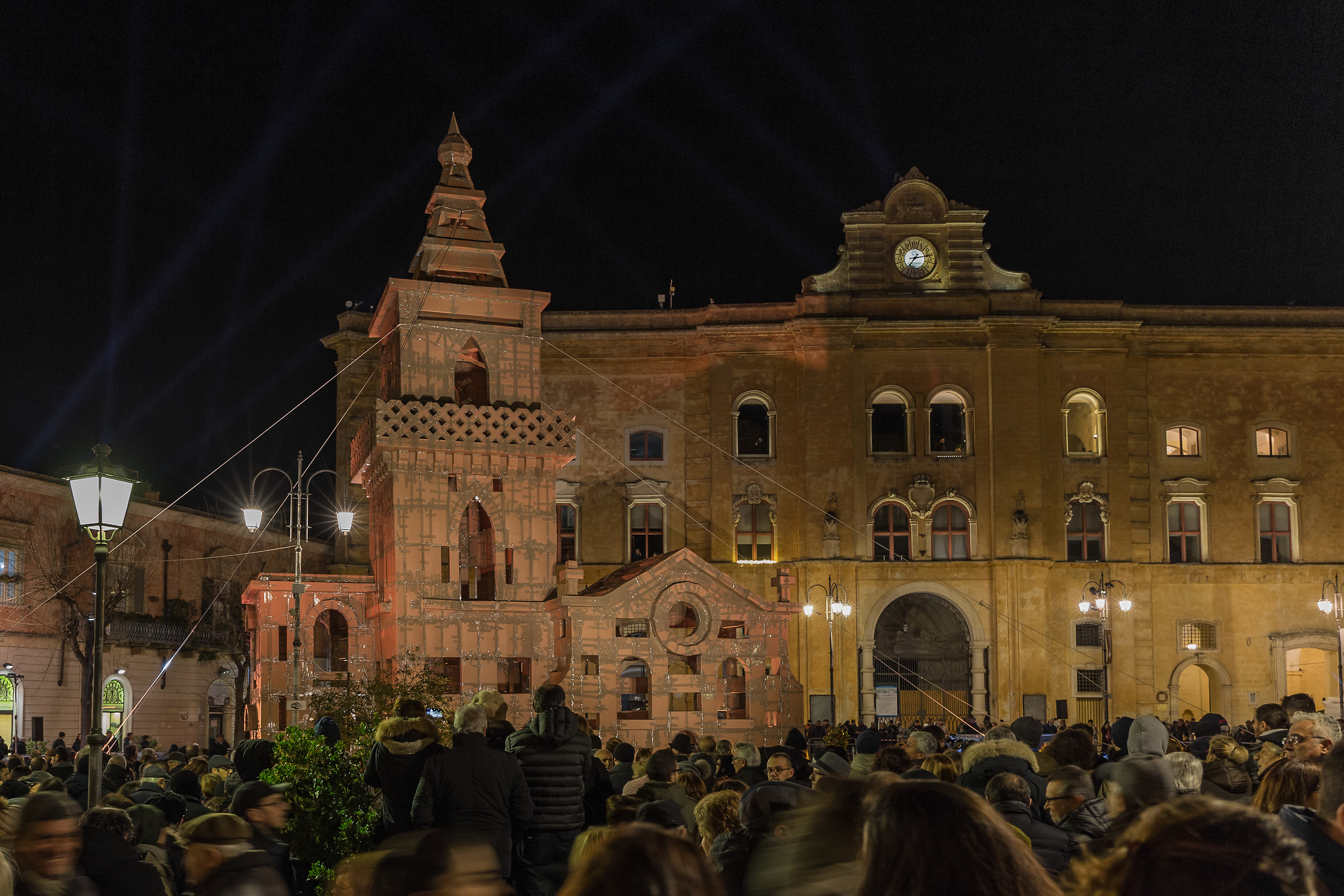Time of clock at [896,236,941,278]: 7:13
